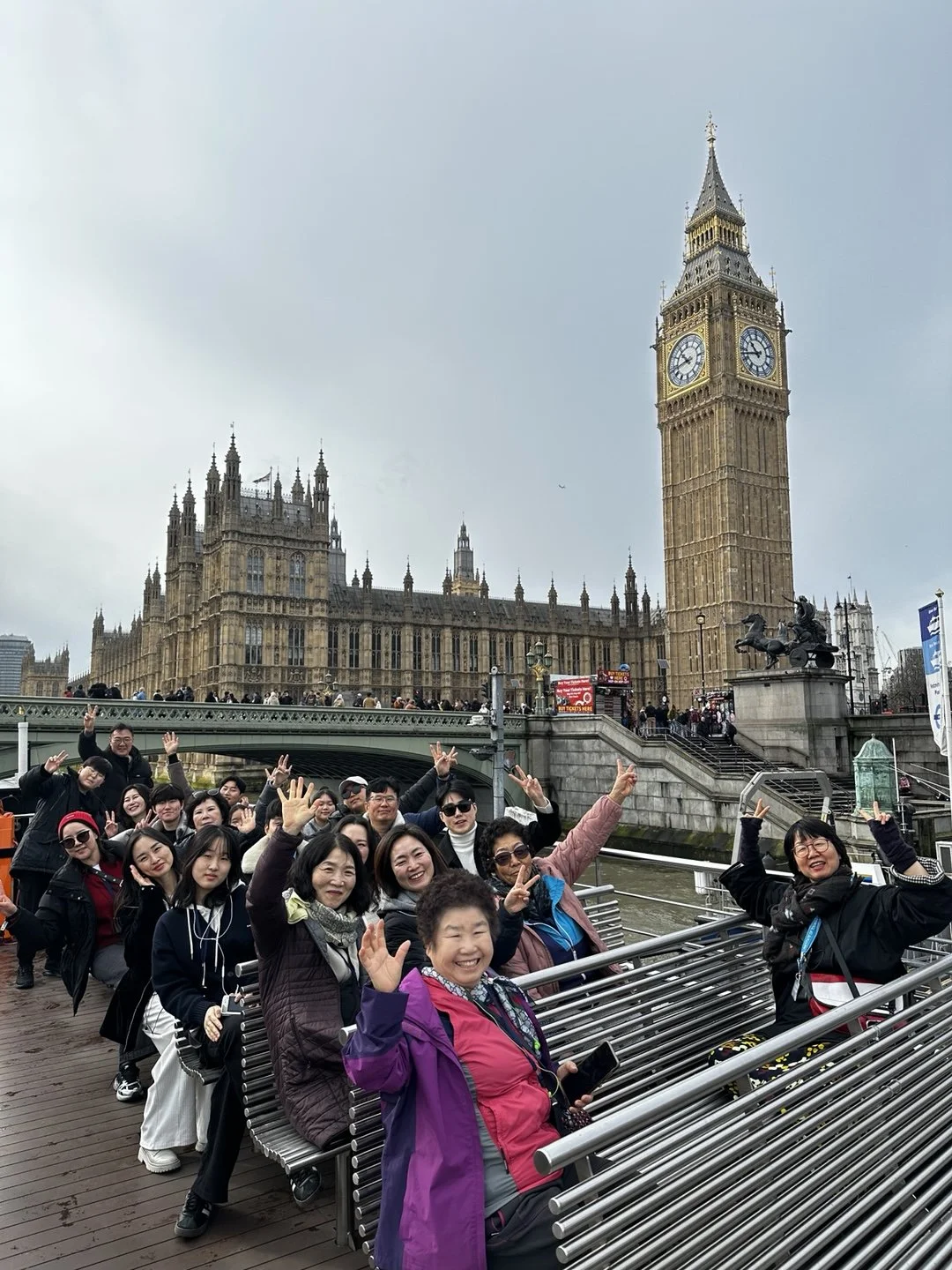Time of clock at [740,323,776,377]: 10:42
